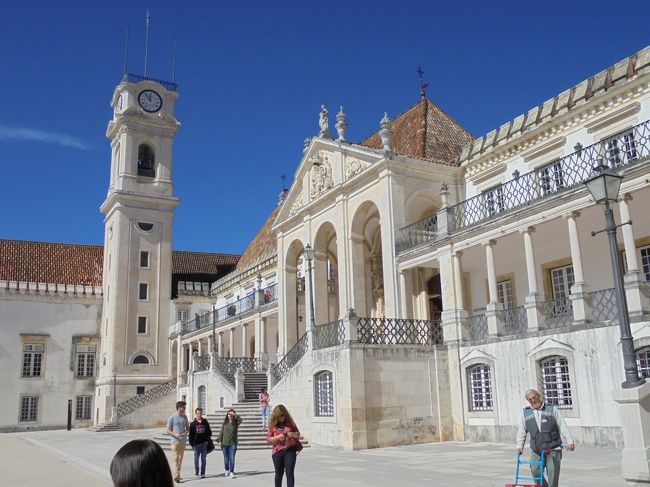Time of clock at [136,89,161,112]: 11:53
